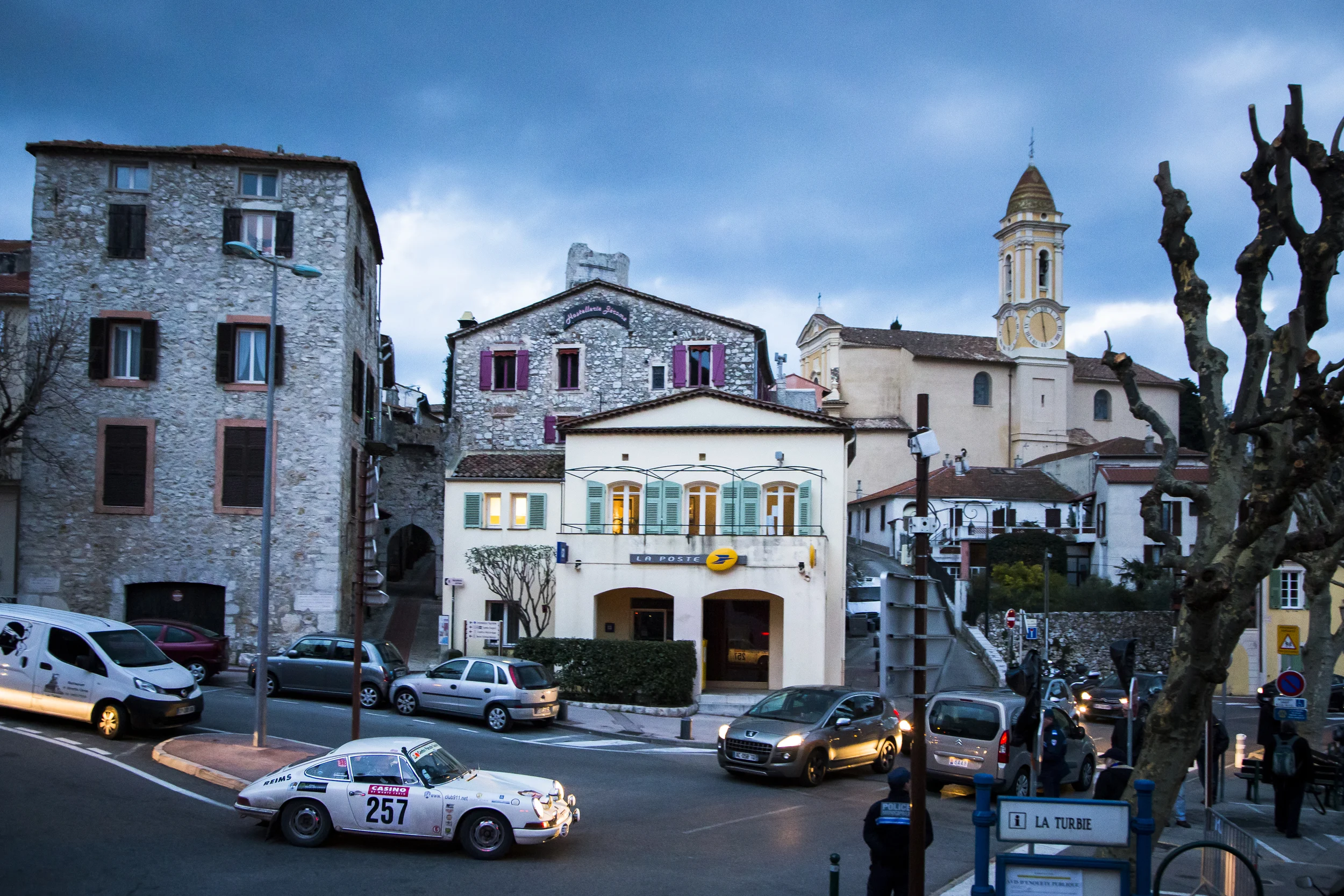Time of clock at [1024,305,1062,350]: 5:59
